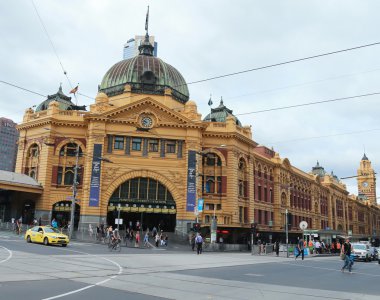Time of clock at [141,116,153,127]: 9:38
